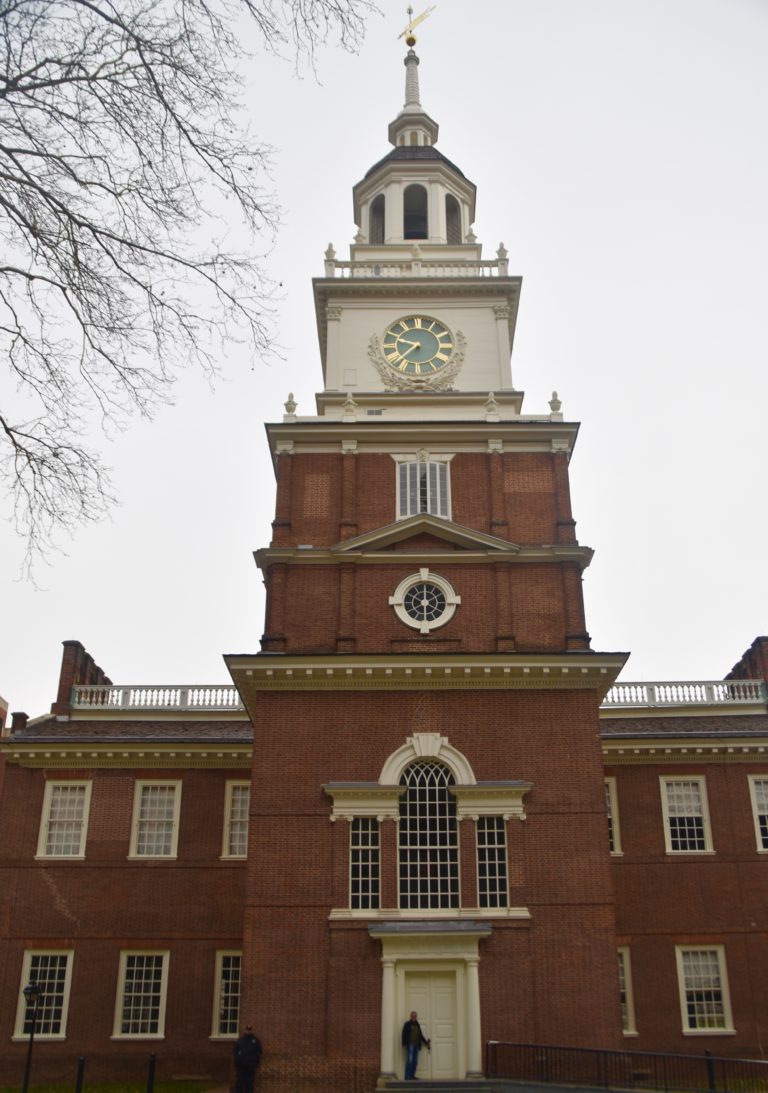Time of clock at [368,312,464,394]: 9:36
